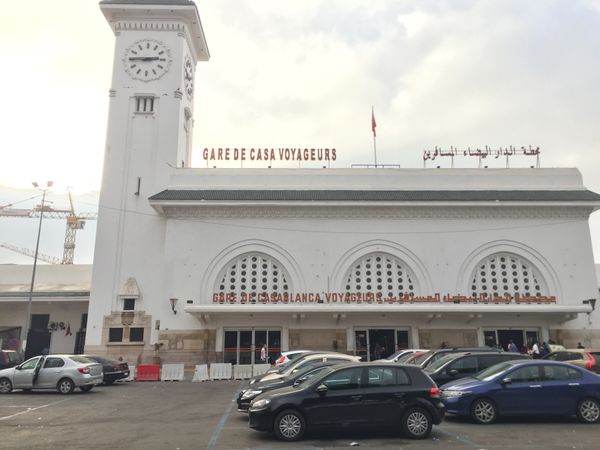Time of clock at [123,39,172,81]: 2:45
